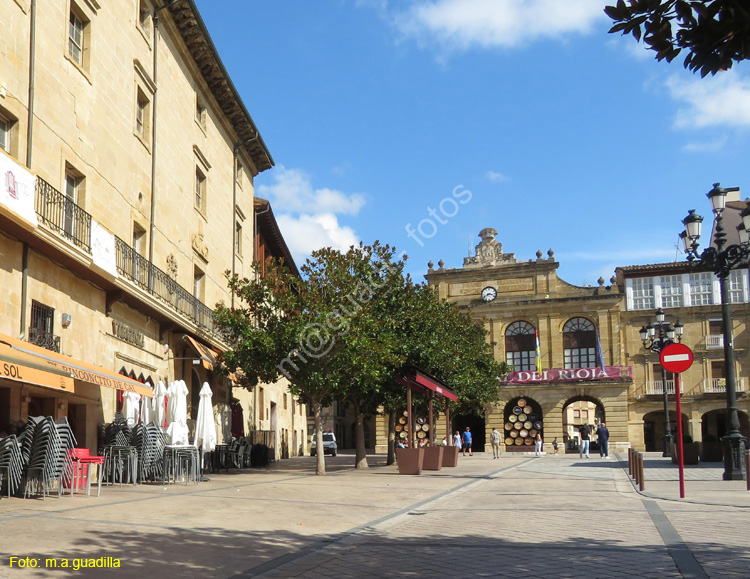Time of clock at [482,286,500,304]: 8:17
